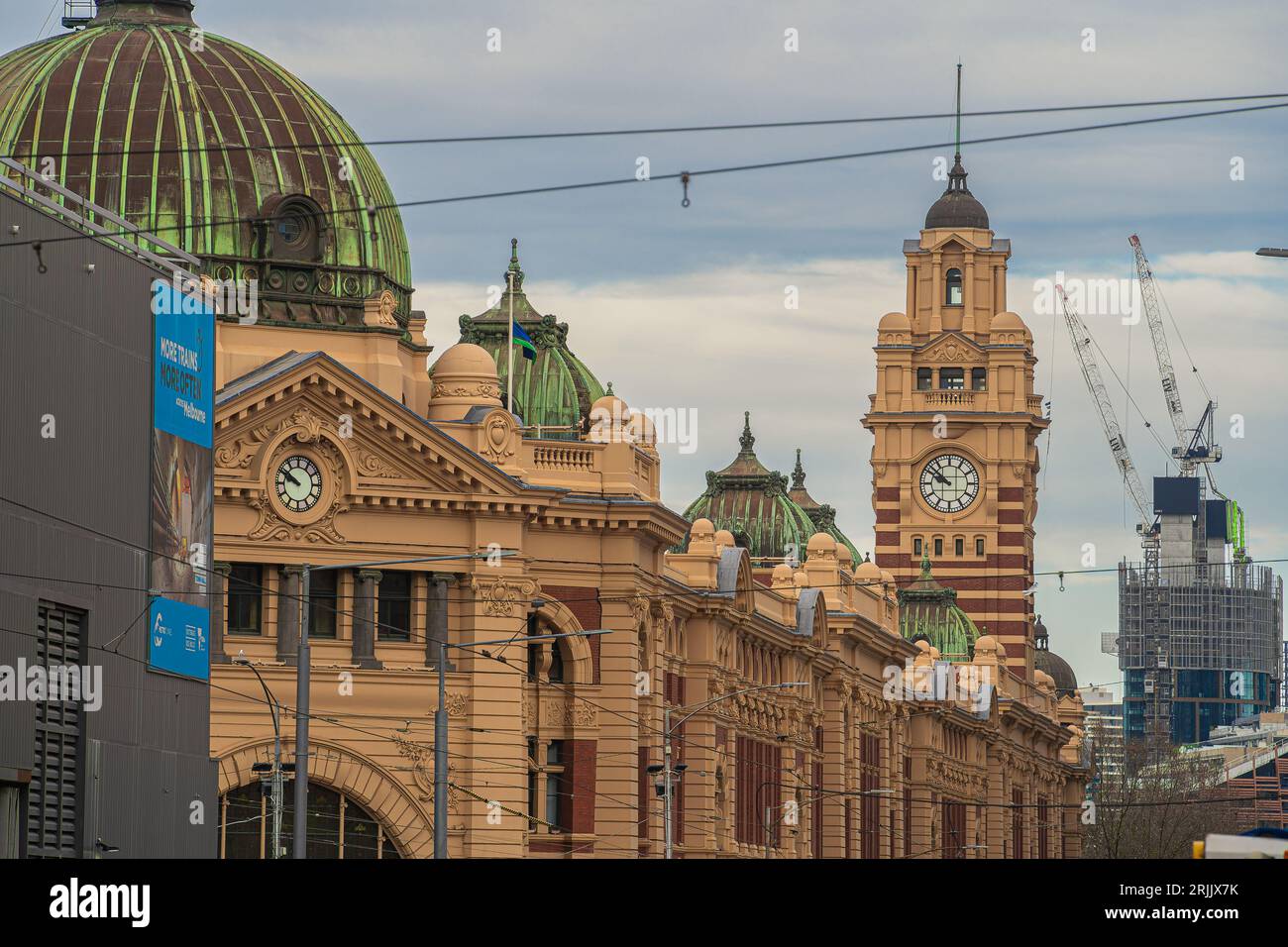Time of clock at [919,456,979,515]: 9:51
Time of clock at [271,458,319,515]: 9:50
